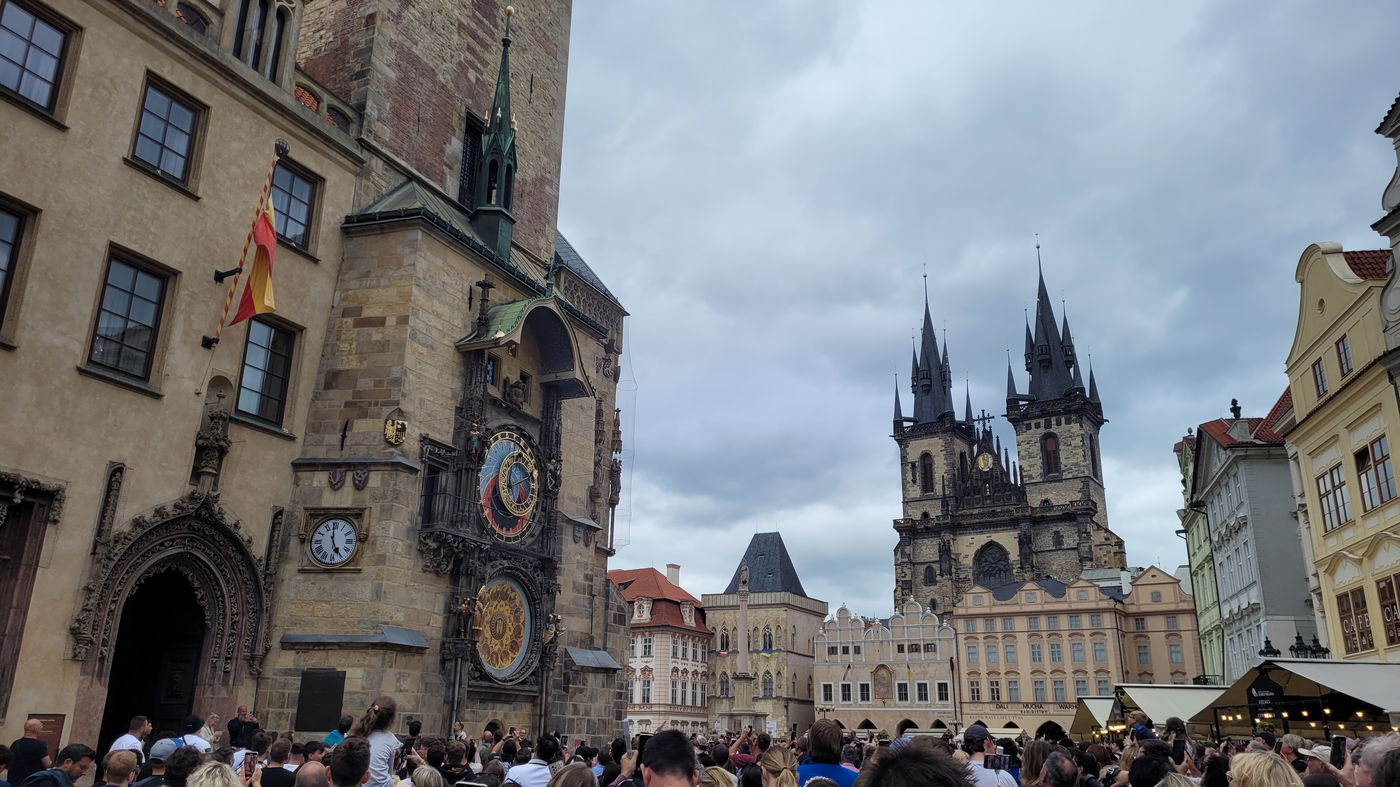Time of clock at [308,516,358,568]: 4:59
